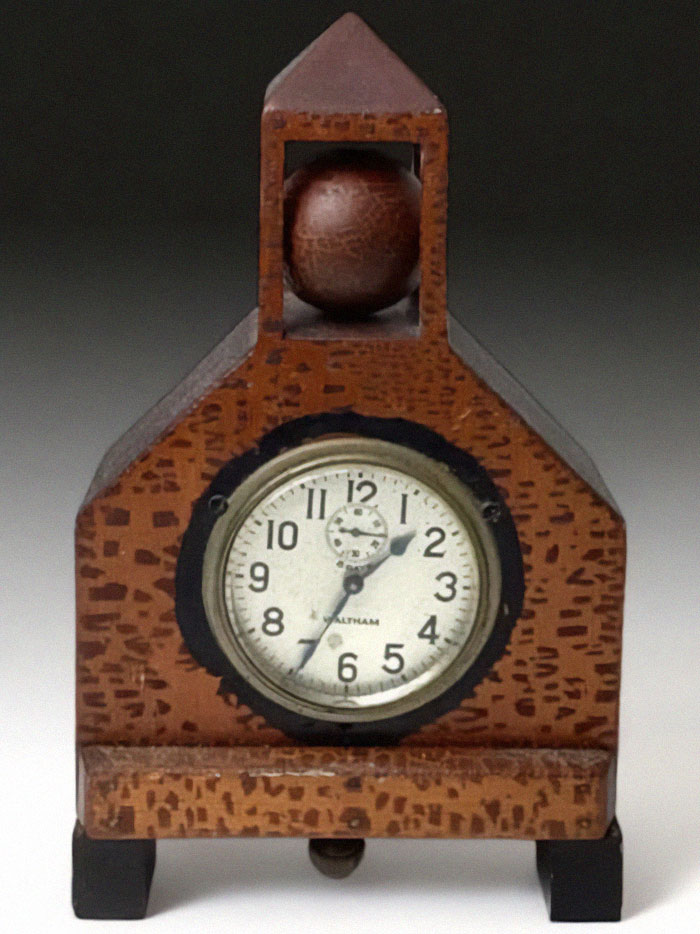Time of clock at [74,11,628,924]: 1:34
